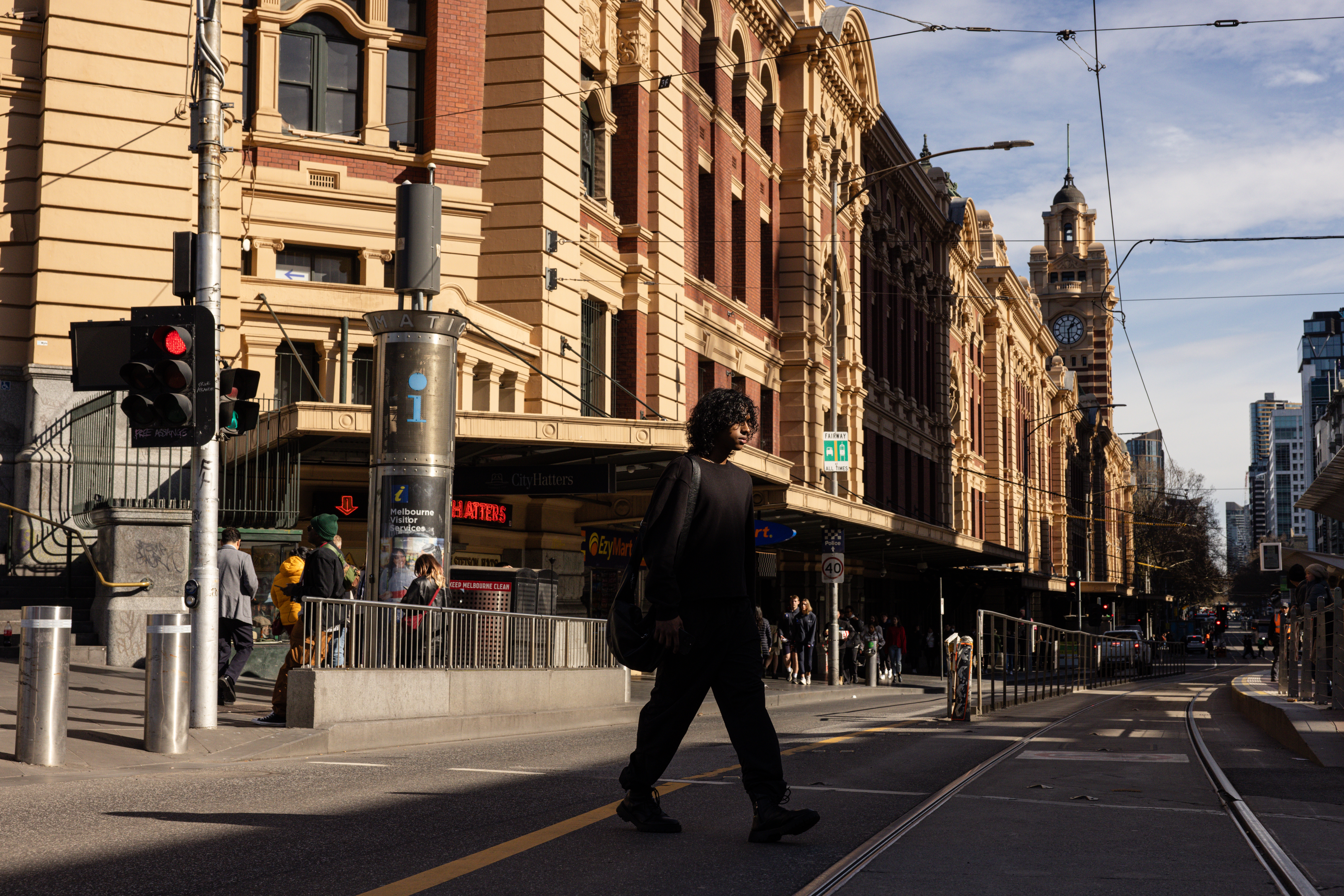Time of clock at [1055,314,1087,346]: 1:29
